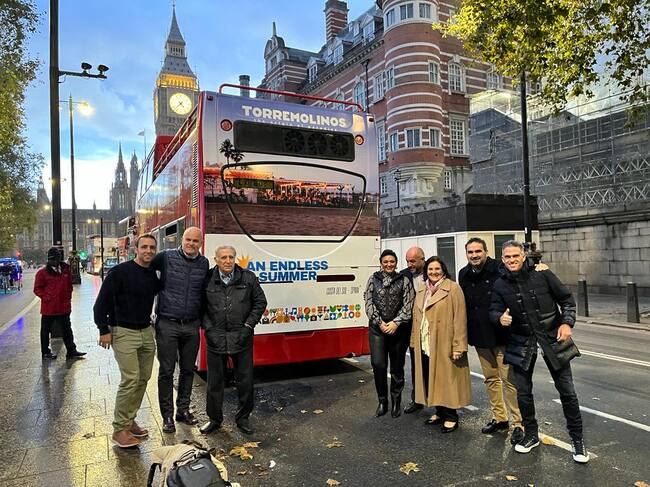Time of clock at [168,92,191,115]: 4:37
